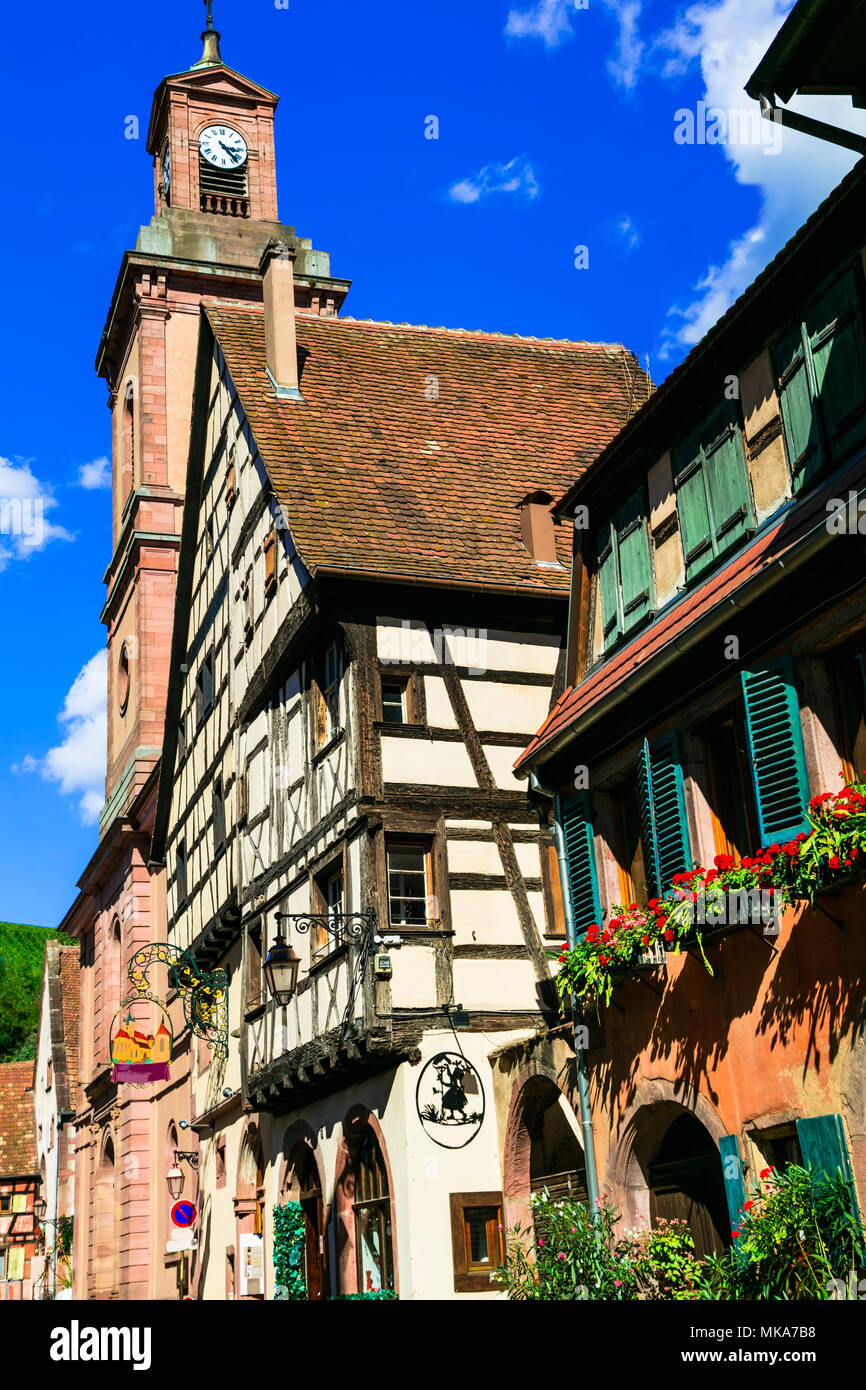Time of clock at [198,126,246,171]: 3:22
